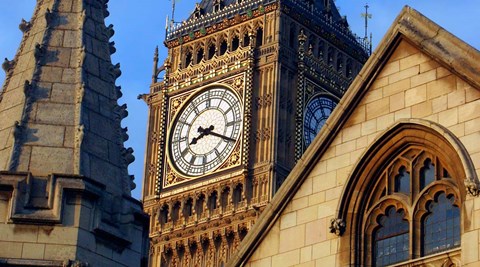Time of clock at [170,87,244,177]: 8:19
